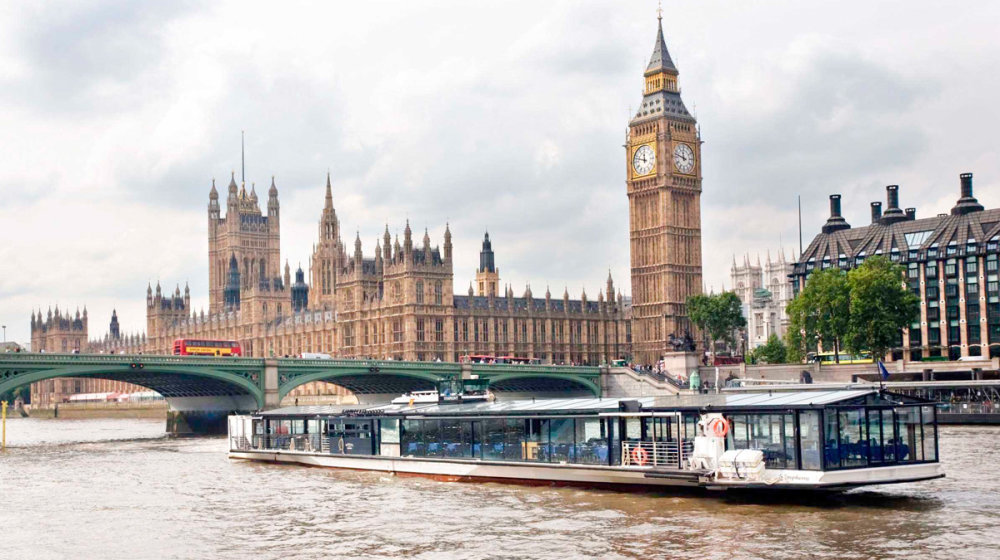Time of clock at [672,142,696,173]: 11:47
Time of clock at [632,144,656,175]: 11:47
